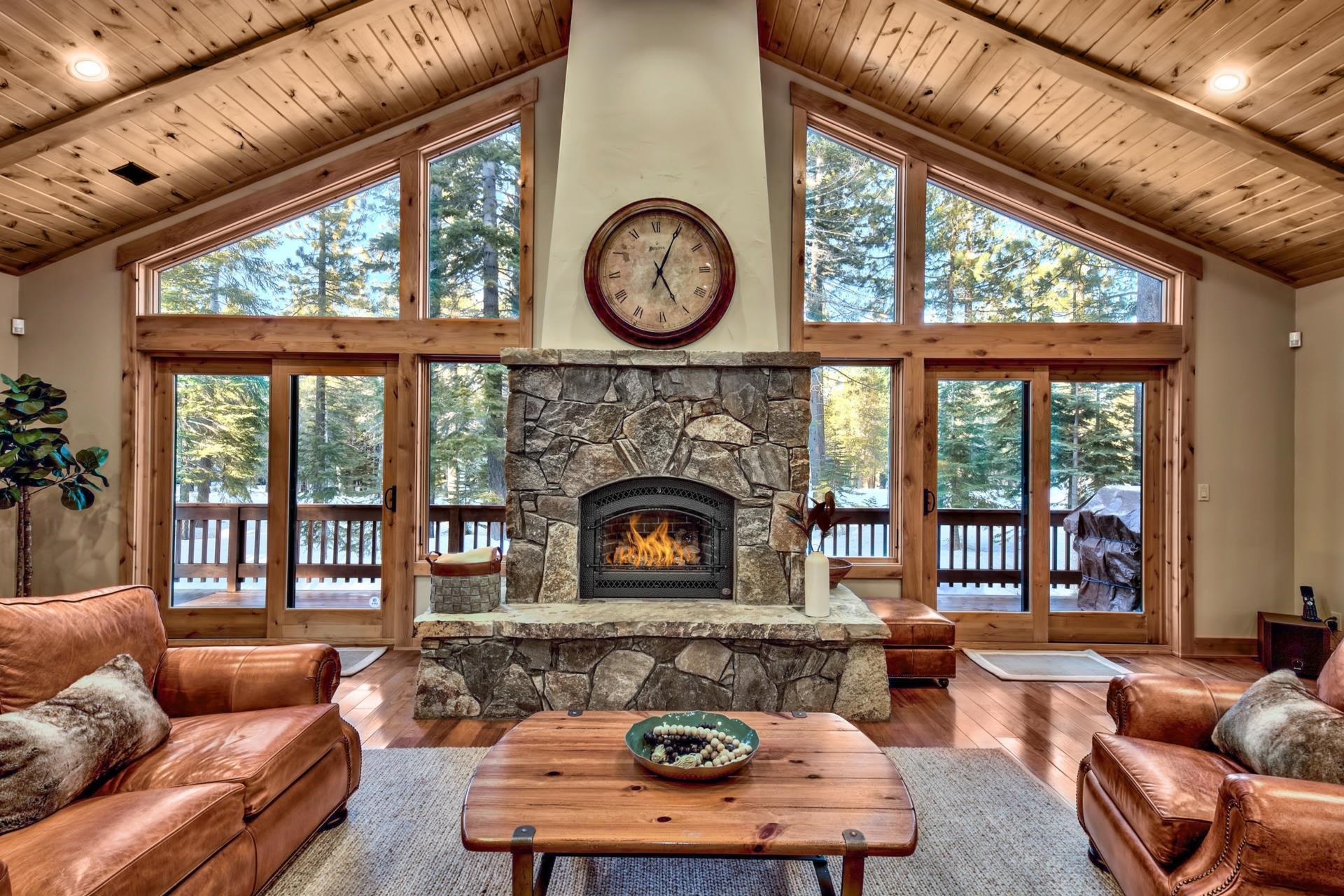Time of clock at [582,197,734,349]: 5:04
